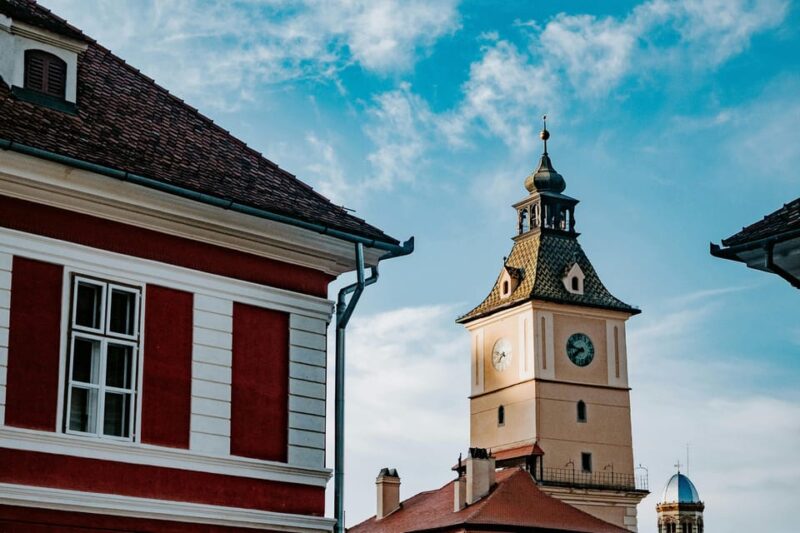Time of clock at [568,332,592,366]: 7:47
